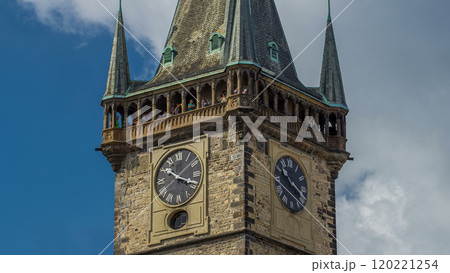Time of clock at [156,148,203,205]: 10:18
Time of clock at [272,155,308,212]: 10:19
